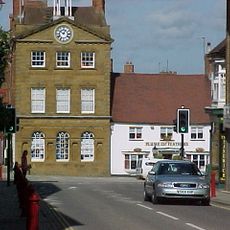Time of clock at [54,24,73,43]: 12:51
